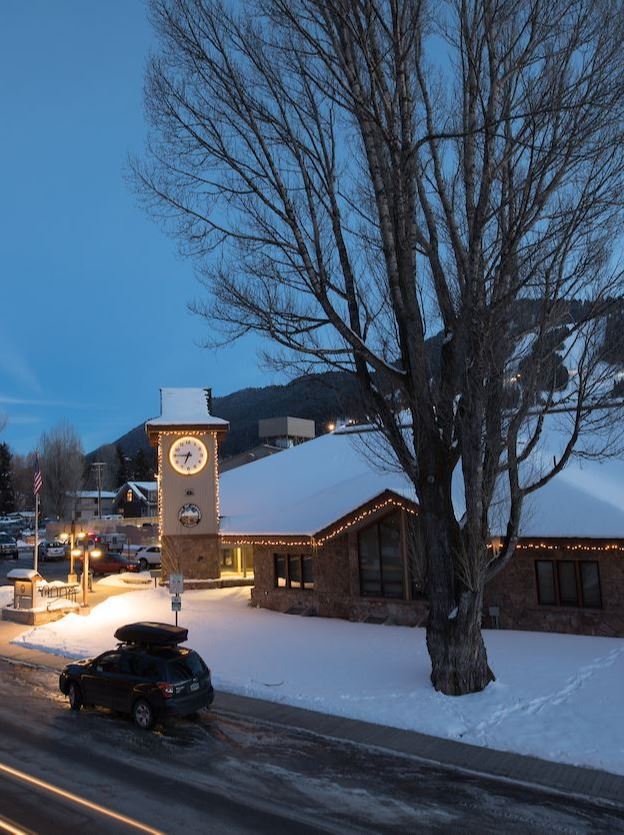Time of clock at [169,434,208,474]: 6:45
